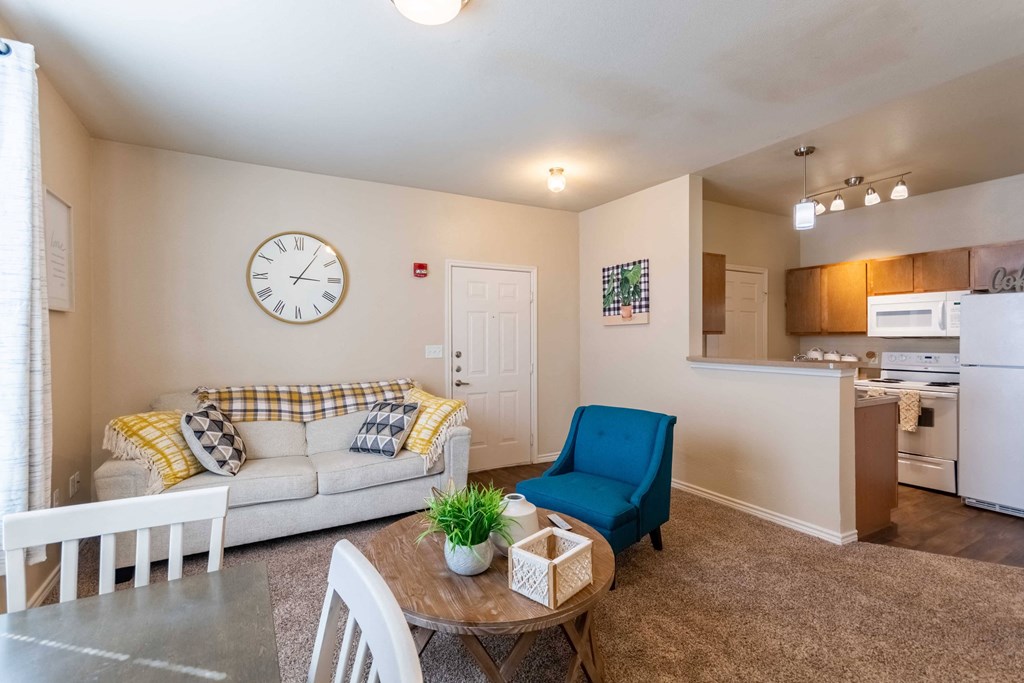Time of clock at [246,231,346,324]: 3:05
